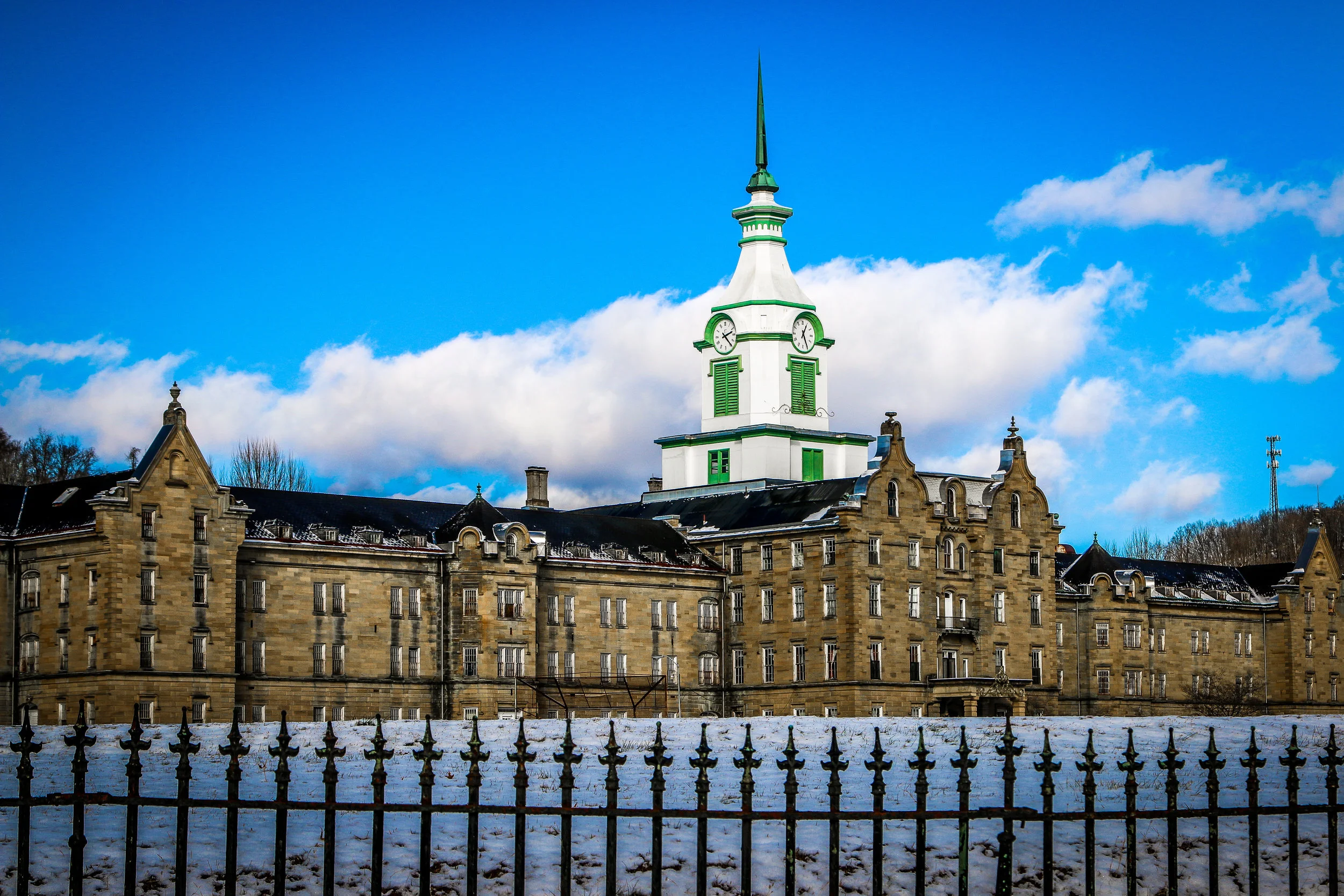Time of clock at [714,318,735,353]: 2:23
